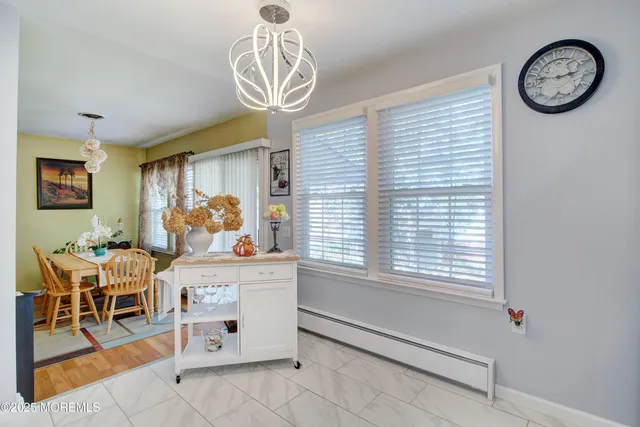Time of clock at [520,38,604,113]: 2:46
